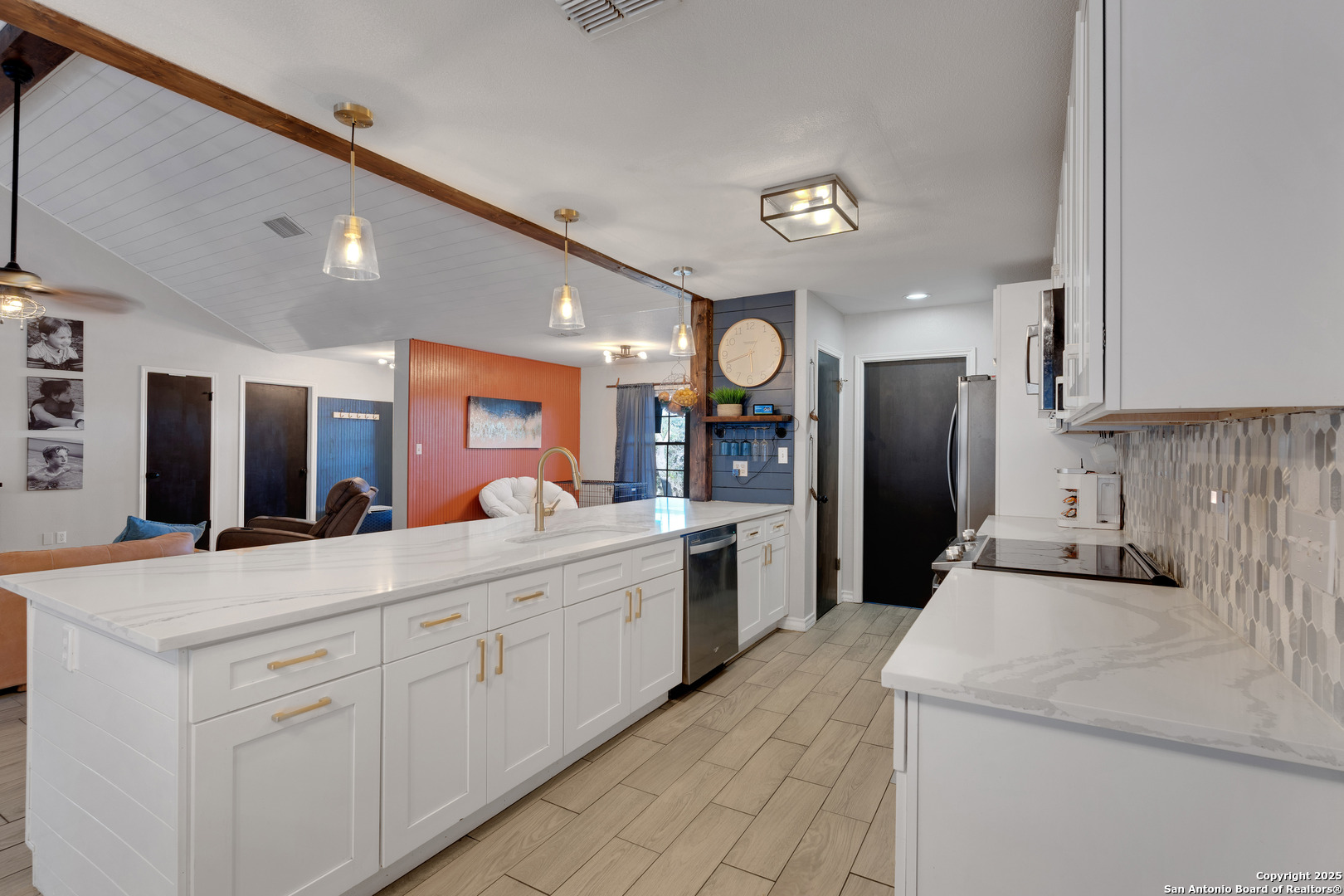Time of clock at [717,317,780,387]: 5:42
